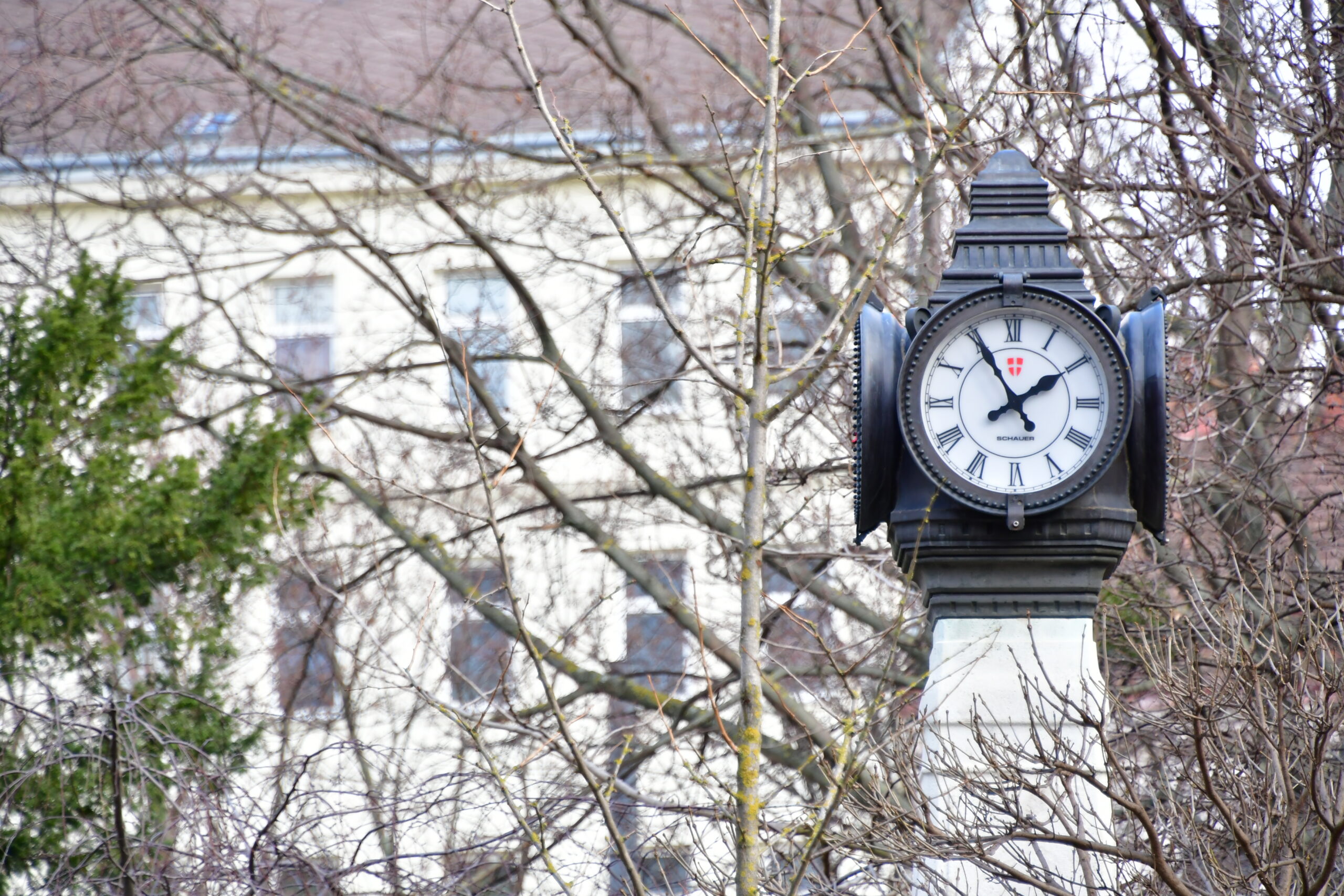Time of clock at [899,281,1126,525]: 1:55
